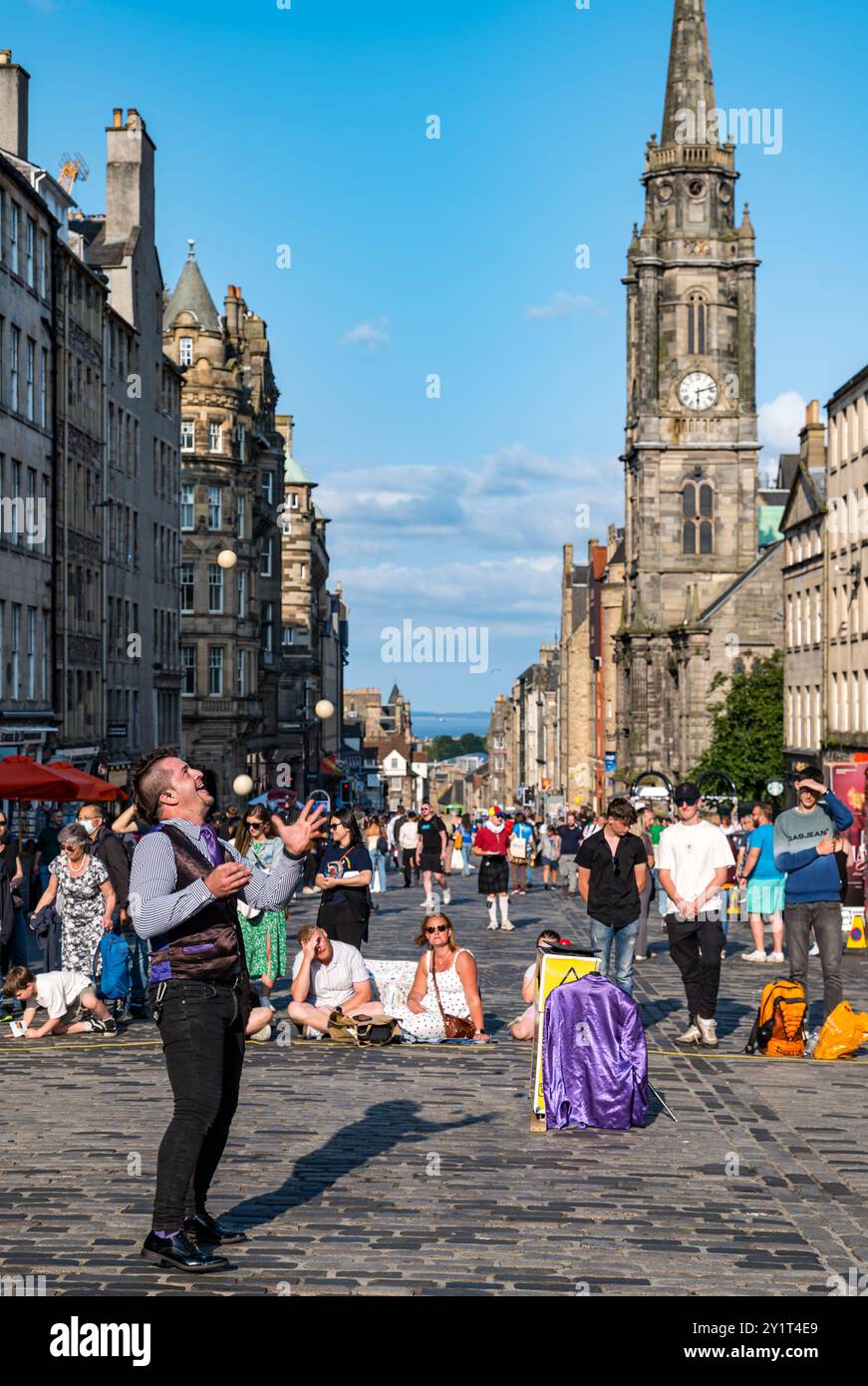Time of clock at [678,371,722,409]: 6:12
